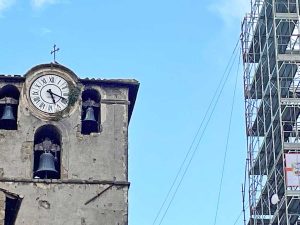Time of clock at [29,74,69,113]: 5:18
